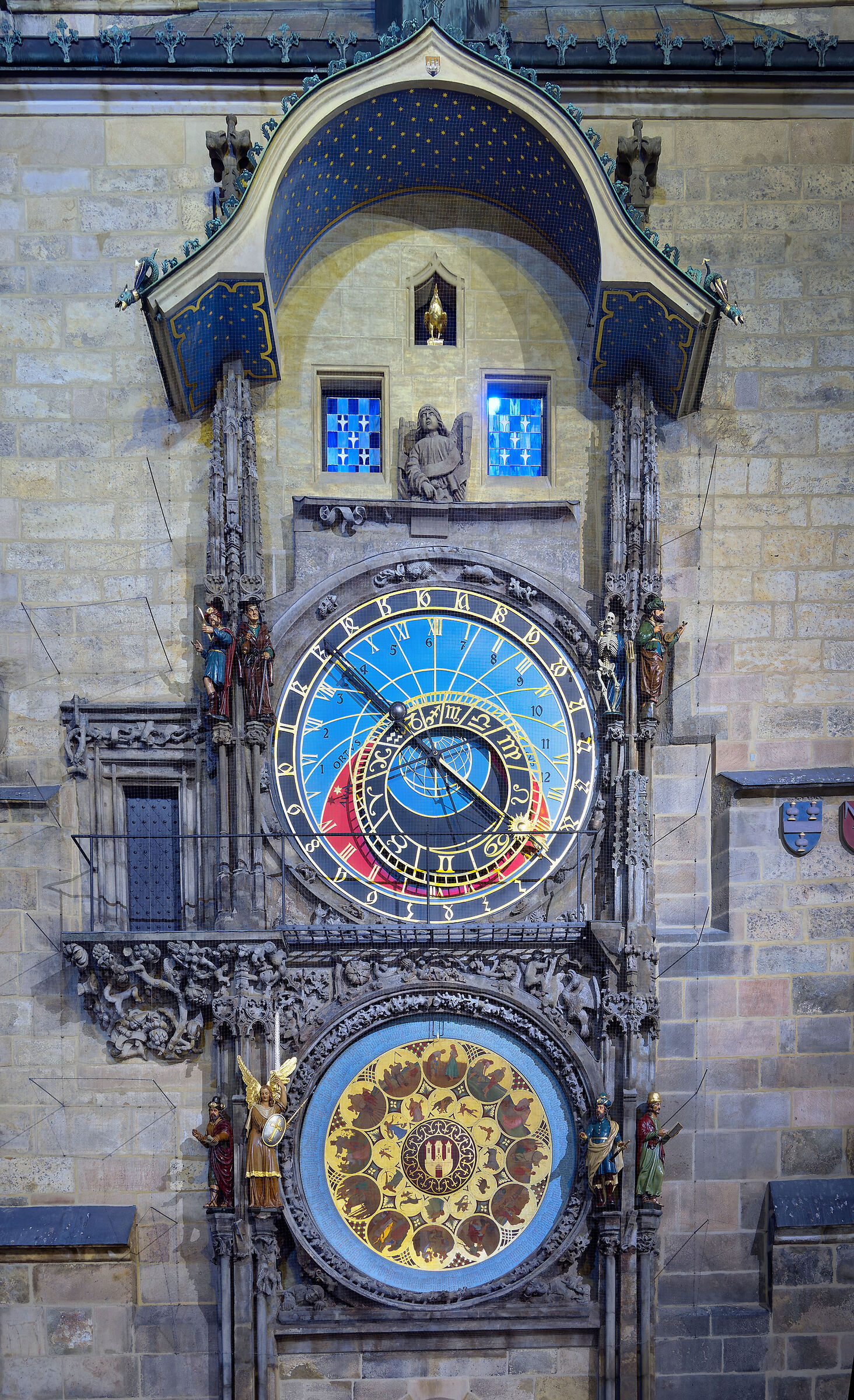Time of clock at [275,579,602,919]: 10:20
